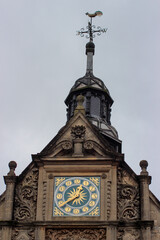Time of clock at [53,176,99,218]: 12:40
